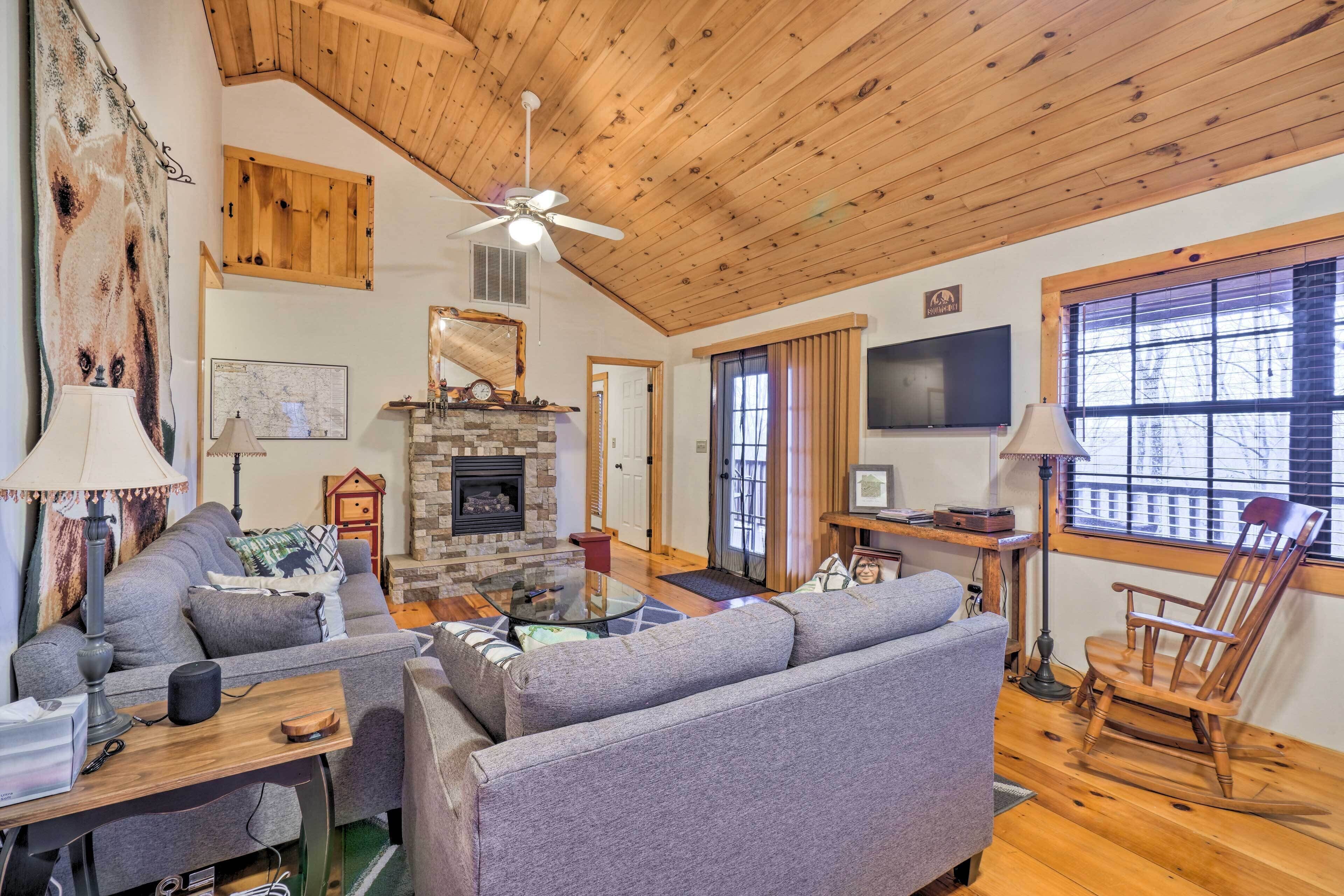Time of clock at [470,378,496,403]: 1:14
